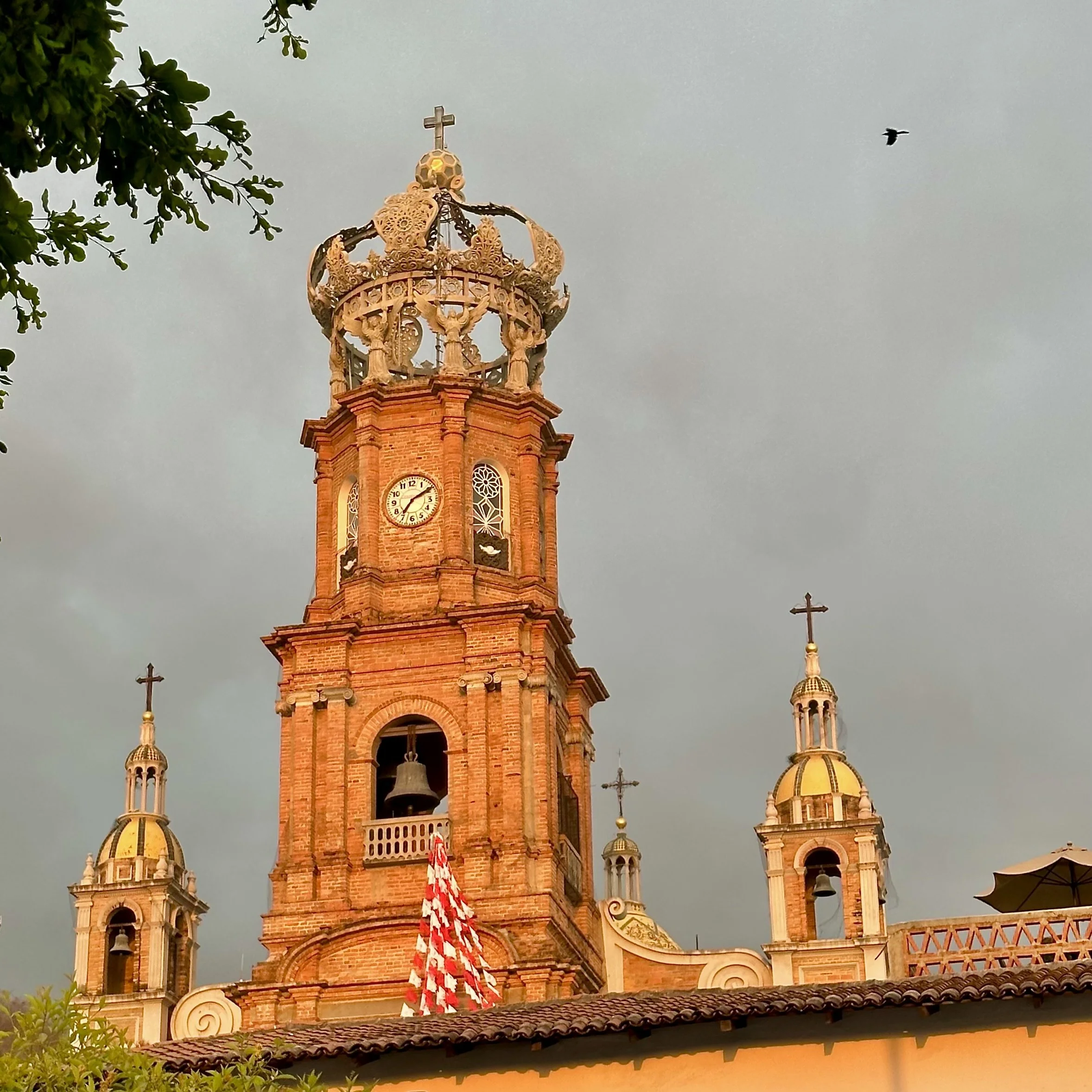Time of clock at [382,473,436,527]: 7:09
